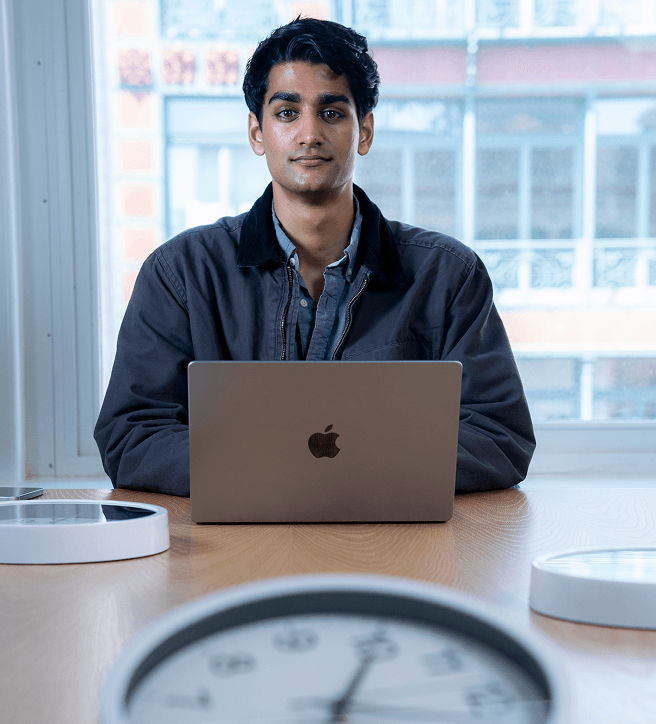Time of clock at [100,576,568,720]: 1:05
